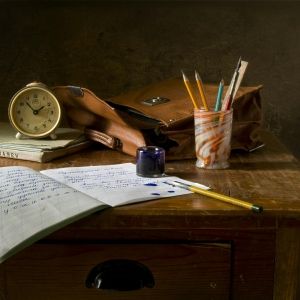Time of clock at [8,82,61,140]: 1:53
